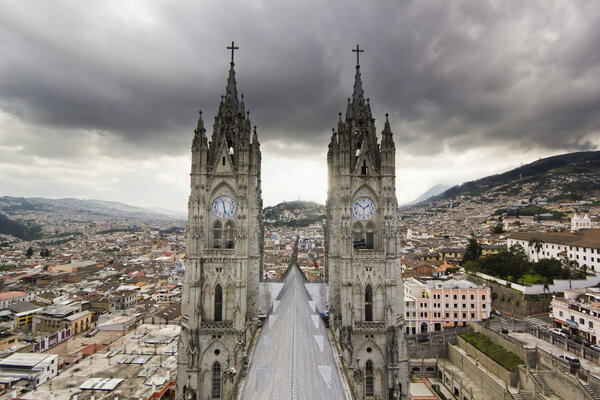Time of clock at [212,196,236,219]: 11:28
